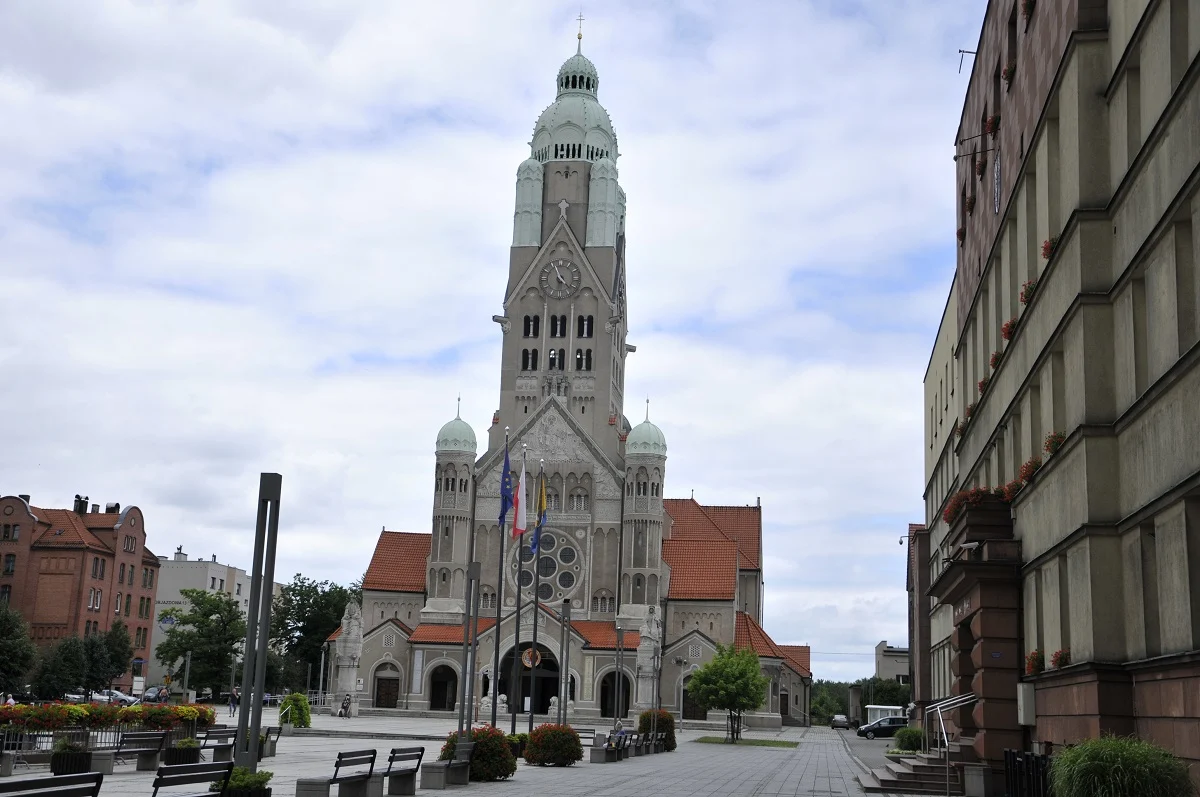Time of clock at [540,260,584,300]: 11:22
